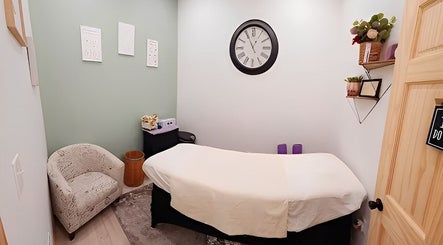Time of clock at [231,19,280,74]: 12:55
